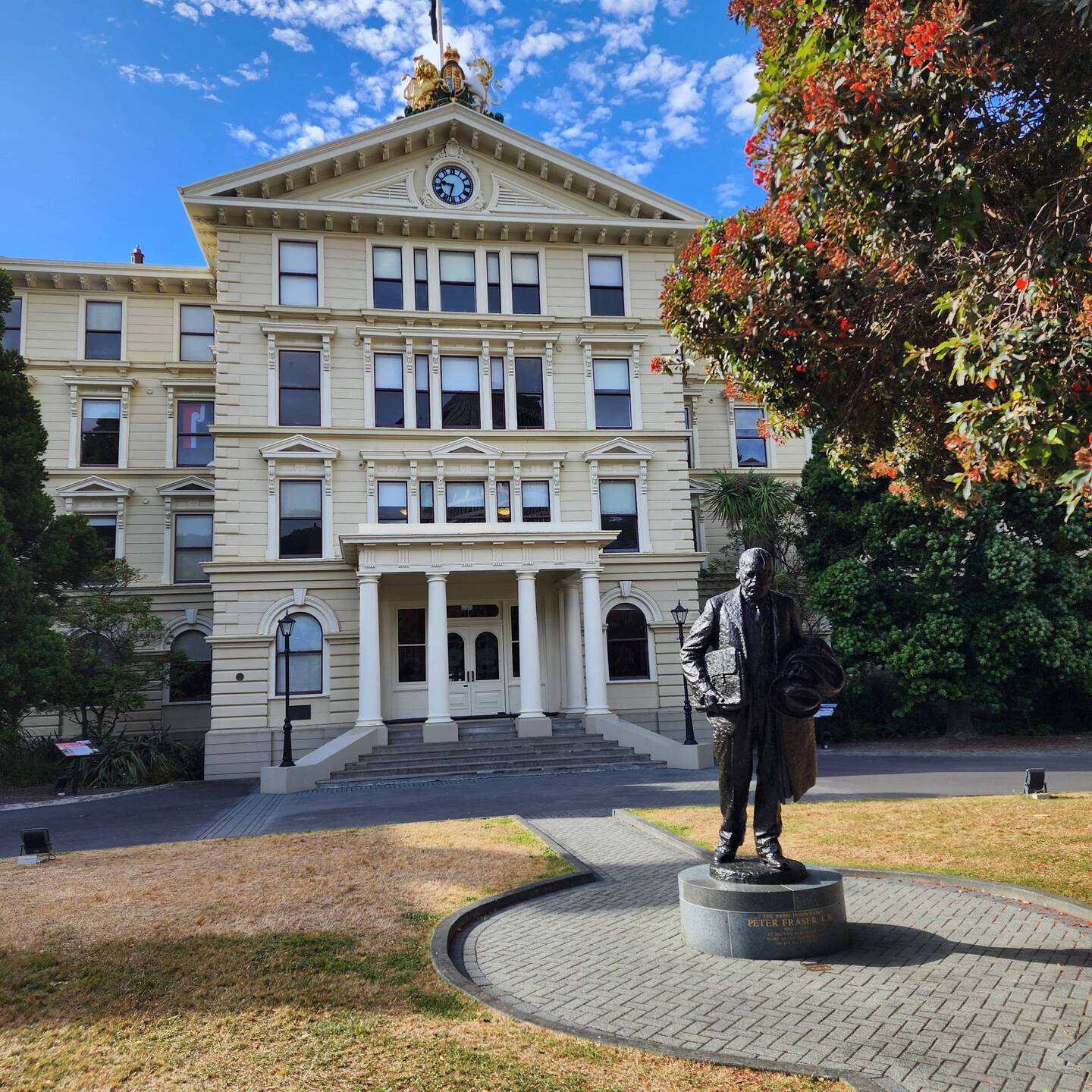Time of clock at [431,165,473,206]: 9:32
